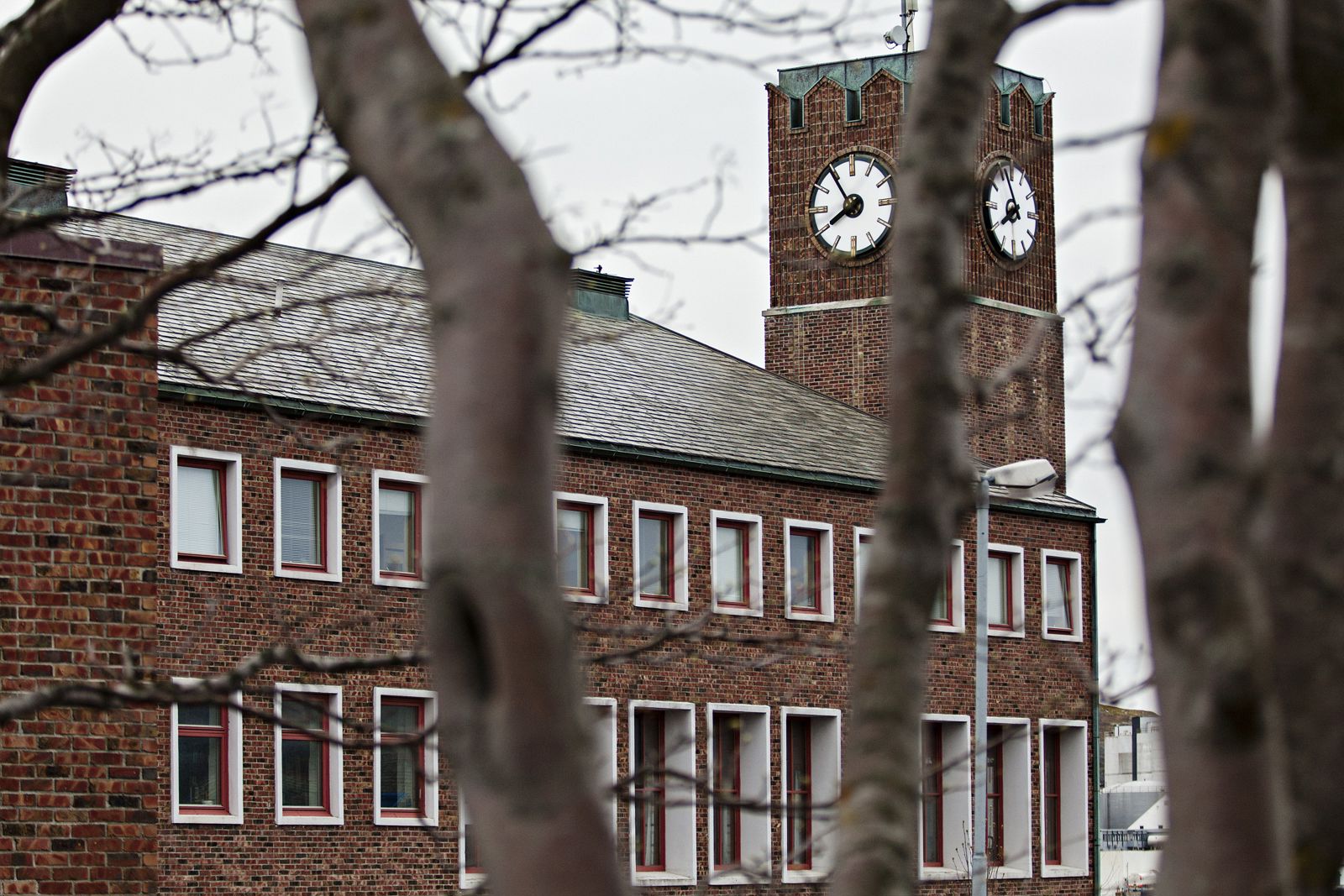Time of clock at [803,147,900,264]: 7:53
